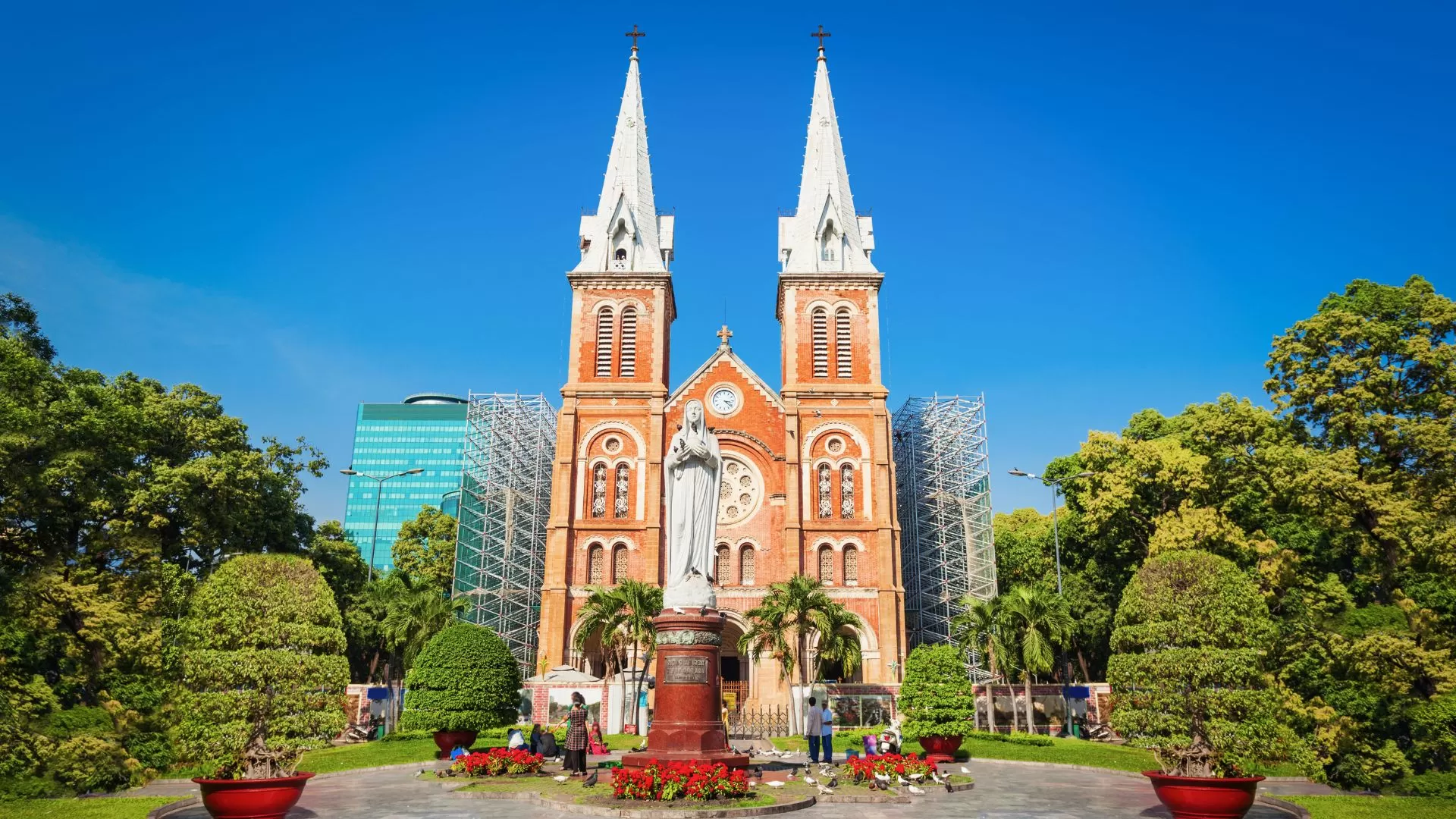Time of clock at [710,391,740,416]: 3:21
